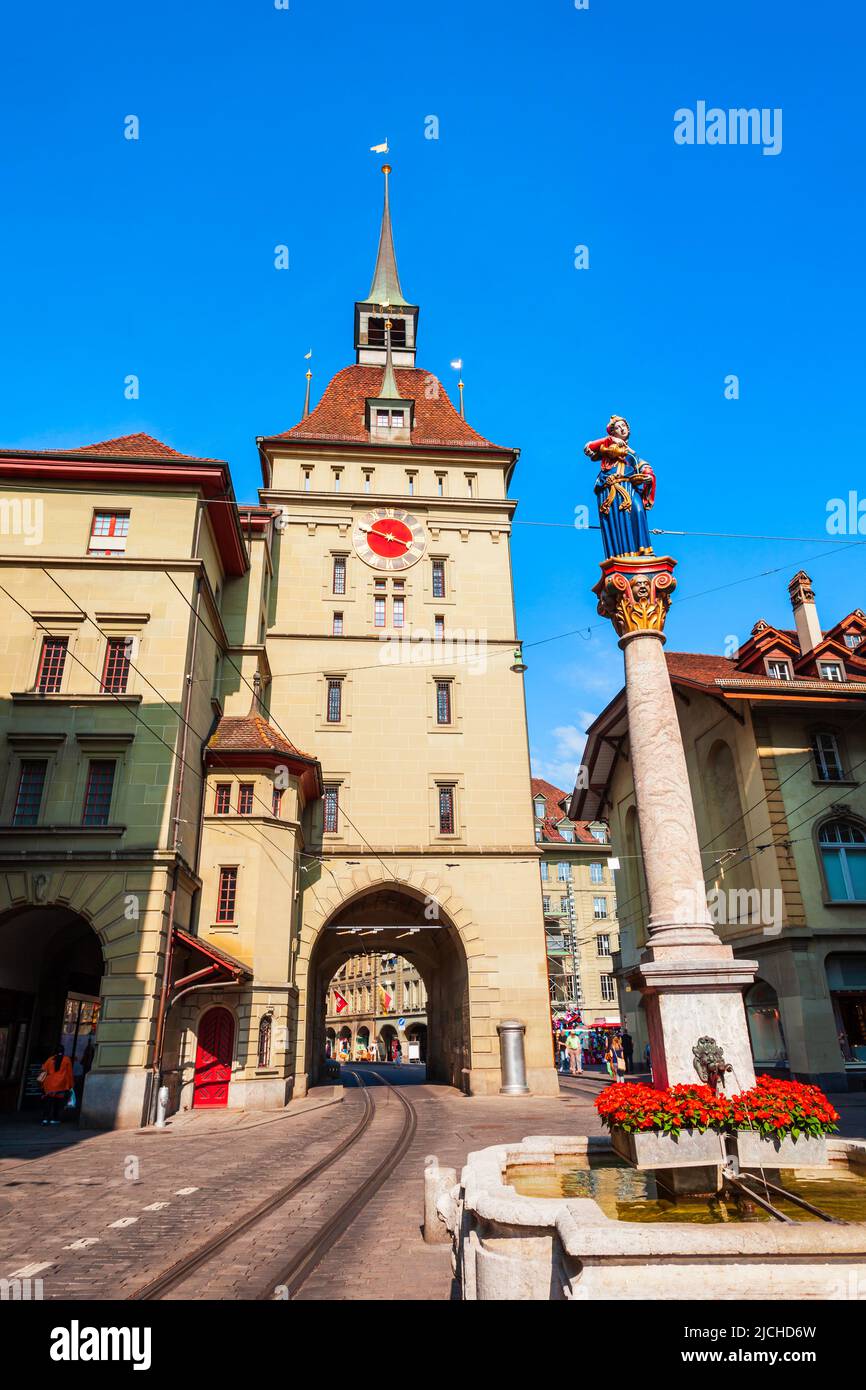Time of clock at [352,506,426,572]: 3:48
